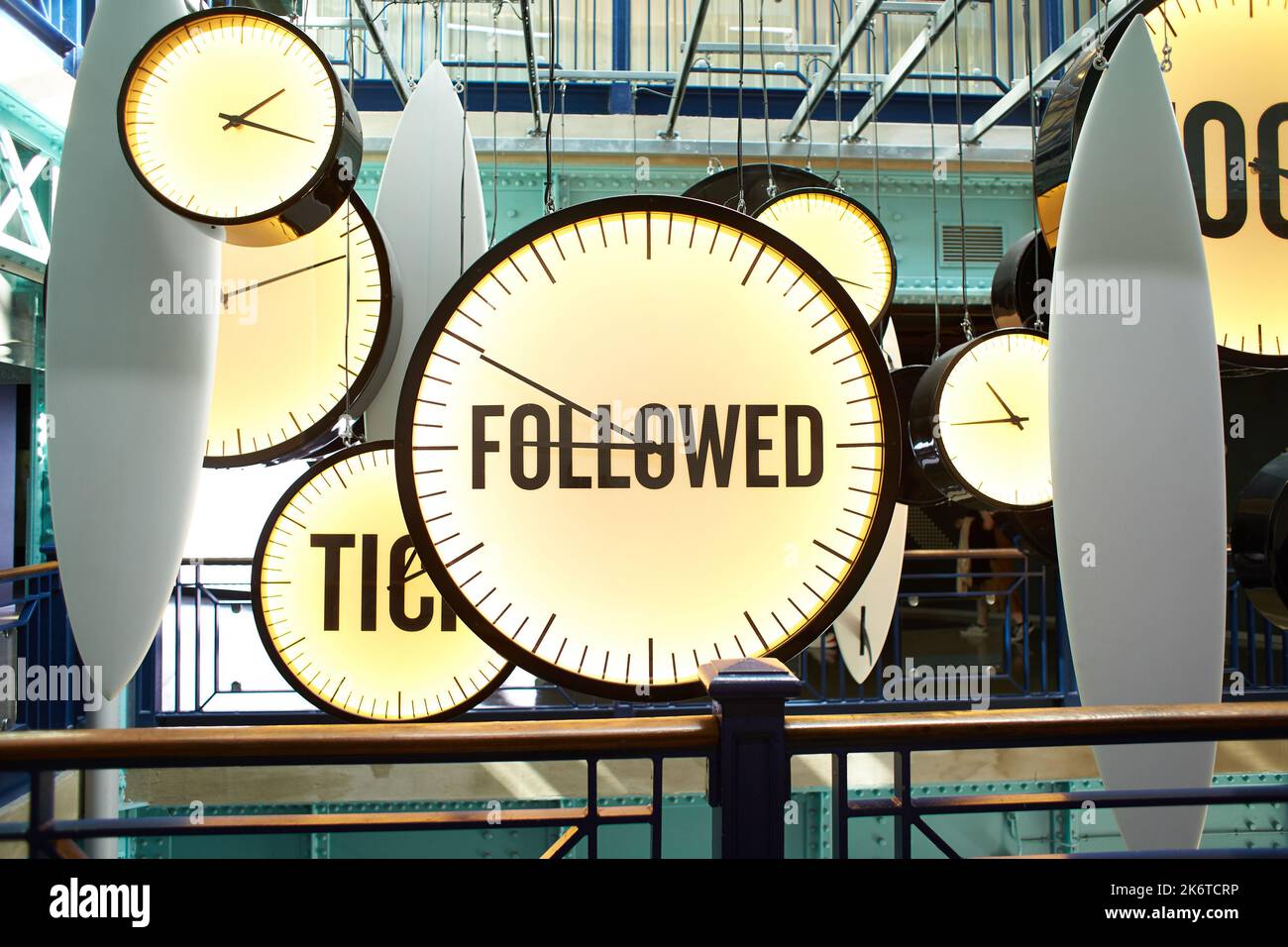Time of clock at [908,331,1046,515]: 10:44
